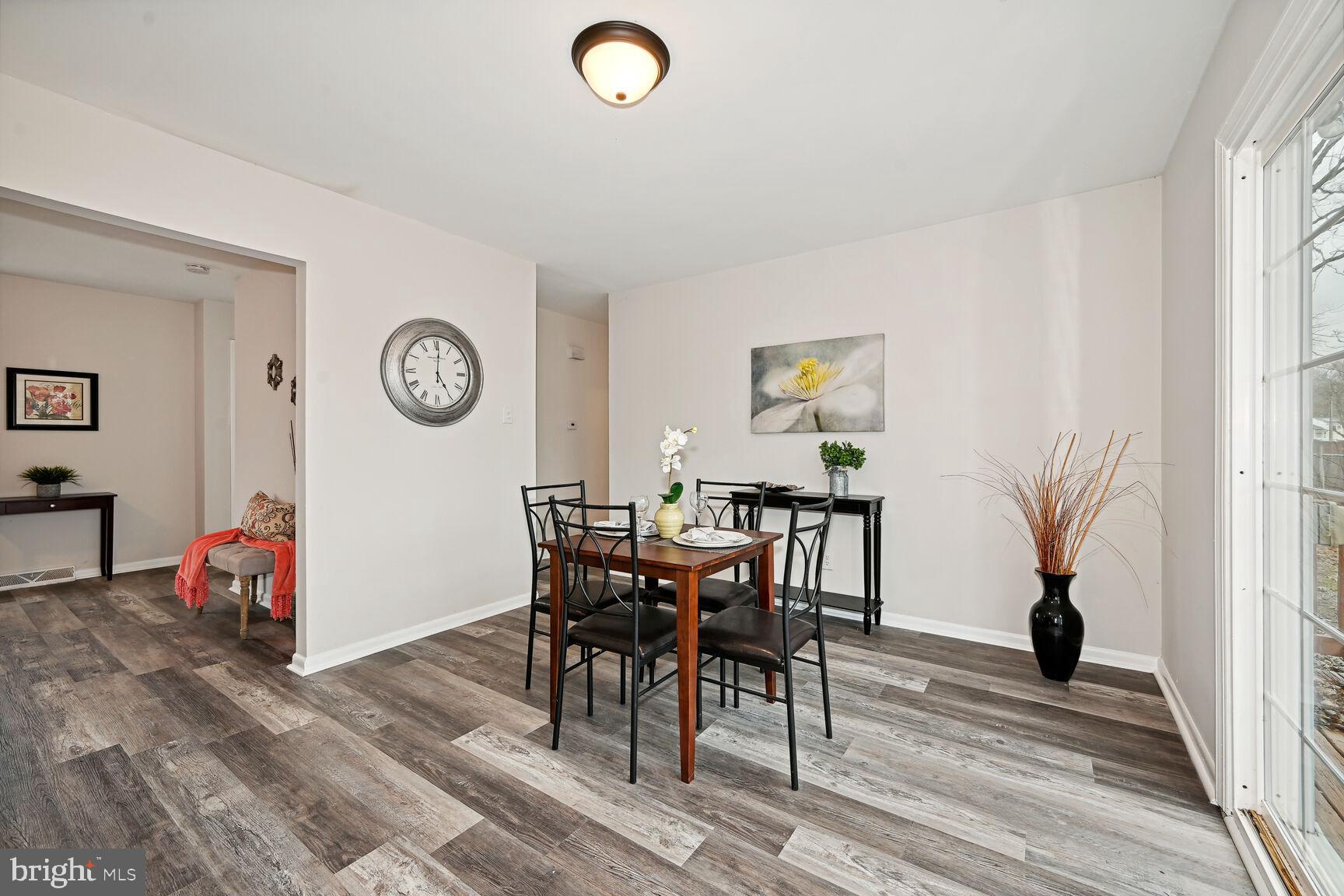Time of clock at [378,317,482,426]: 5:00
